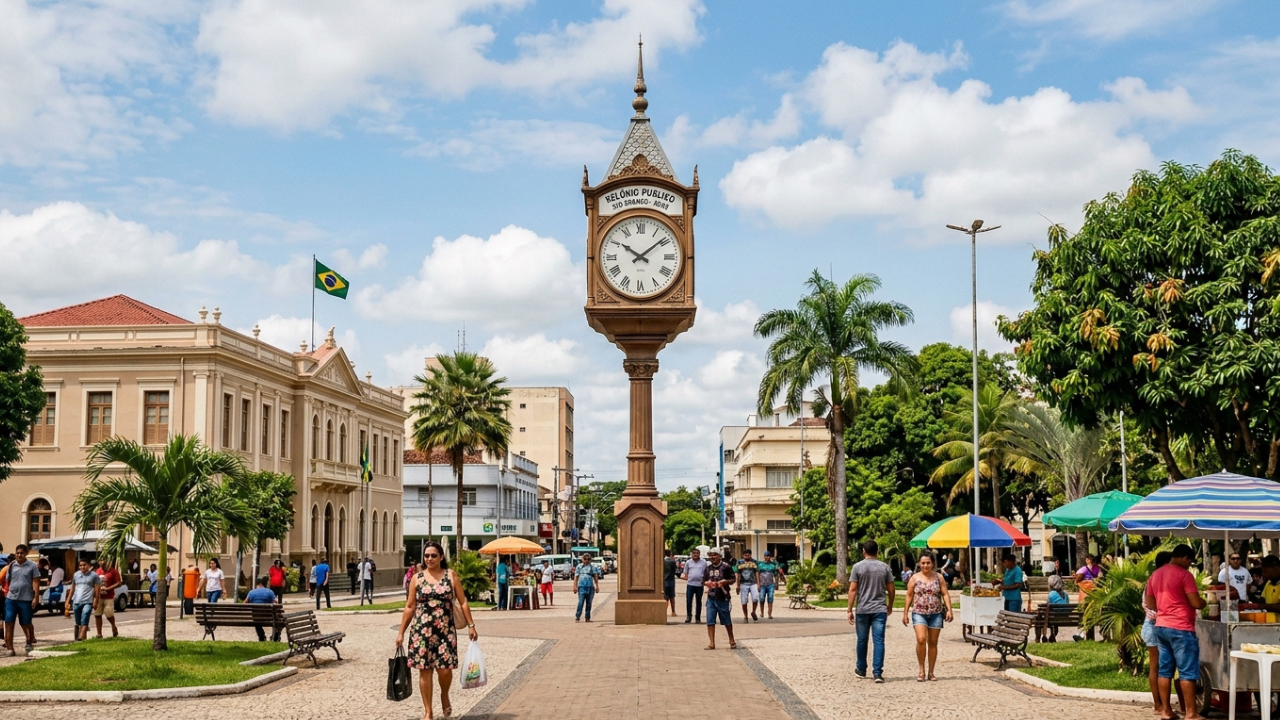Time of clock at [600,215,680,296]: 10:08
